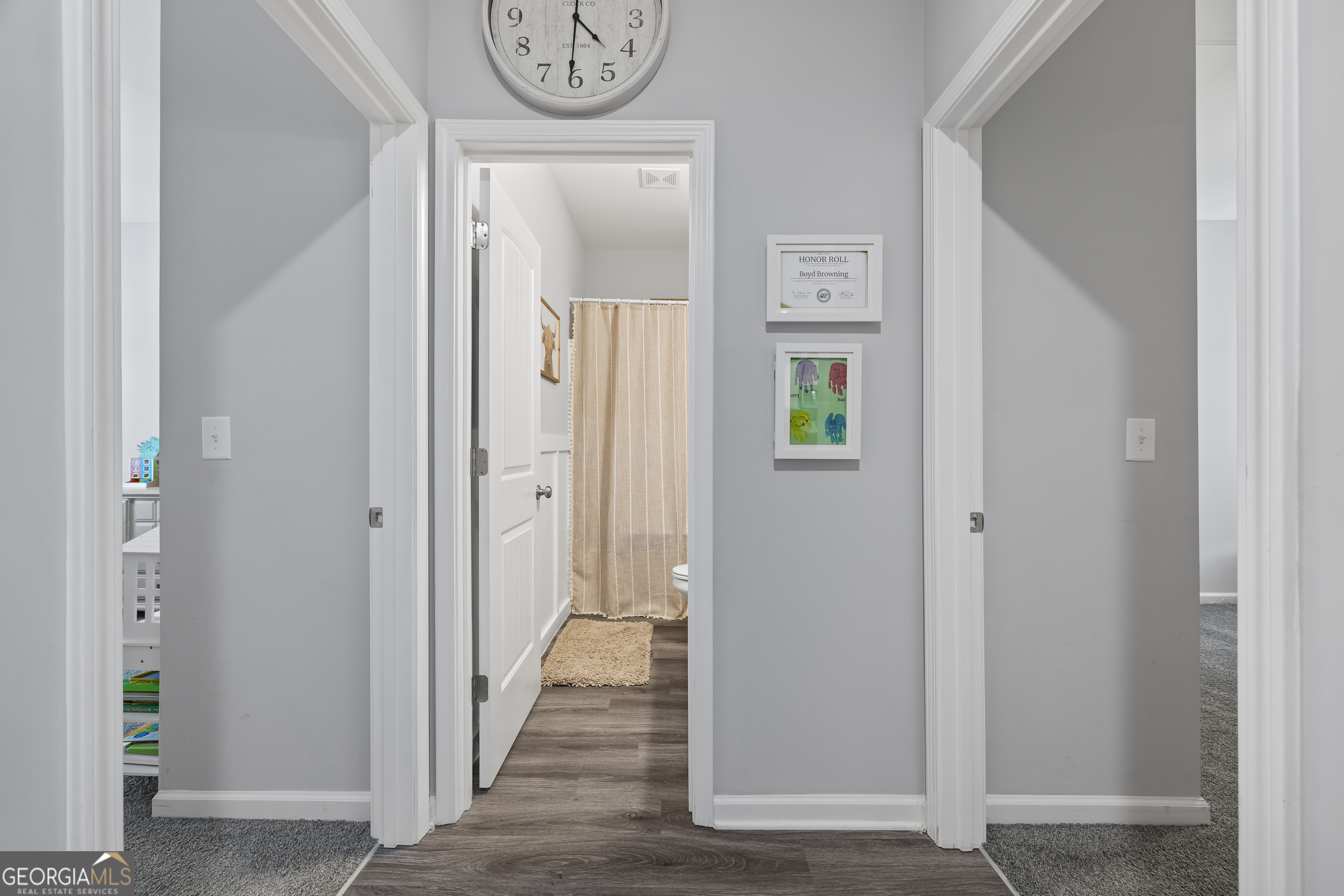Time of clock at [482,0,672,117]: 4:30
